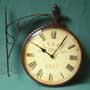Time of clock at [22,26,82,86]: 10:05
